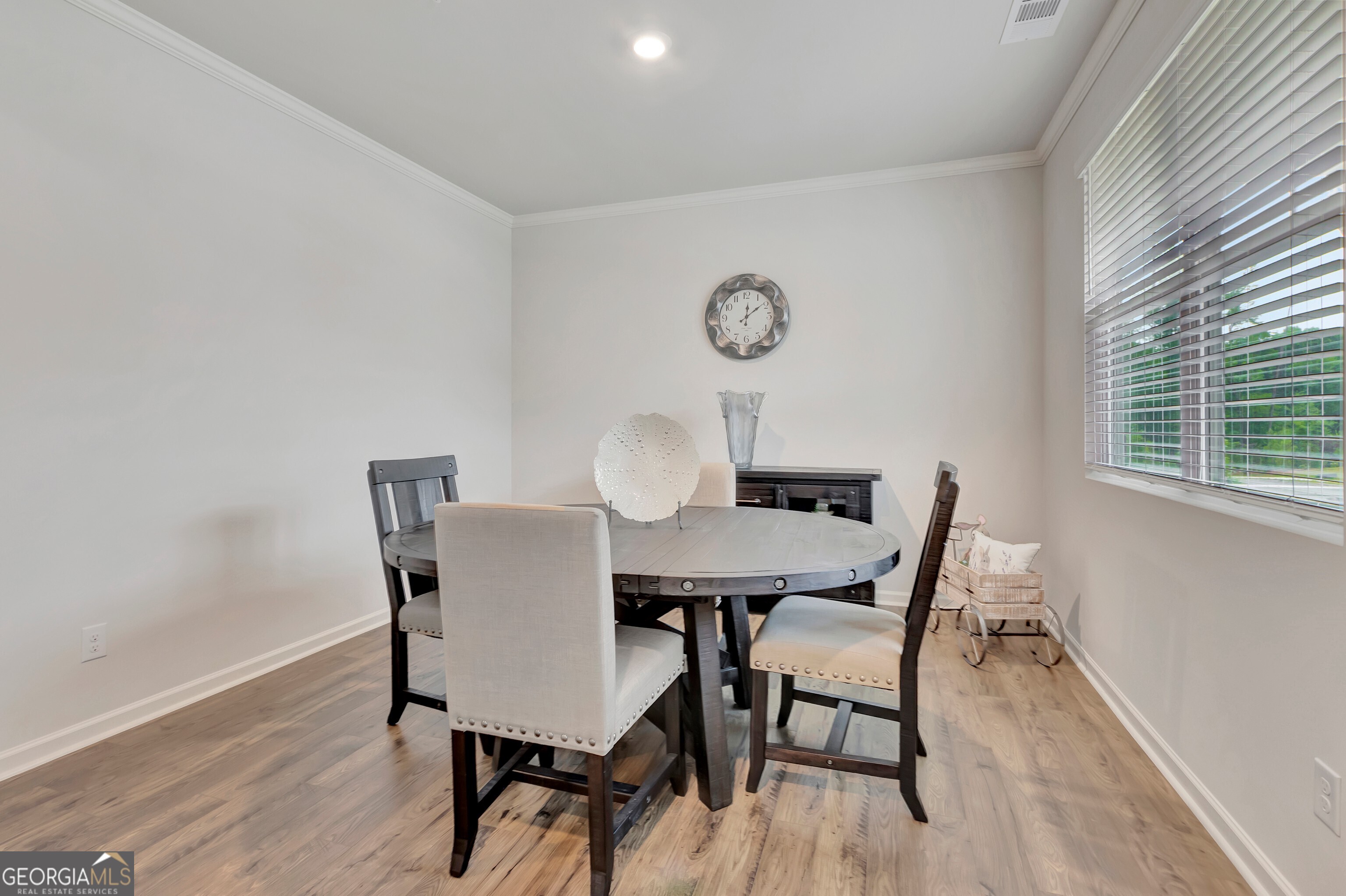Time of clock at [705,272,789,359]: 12:09
